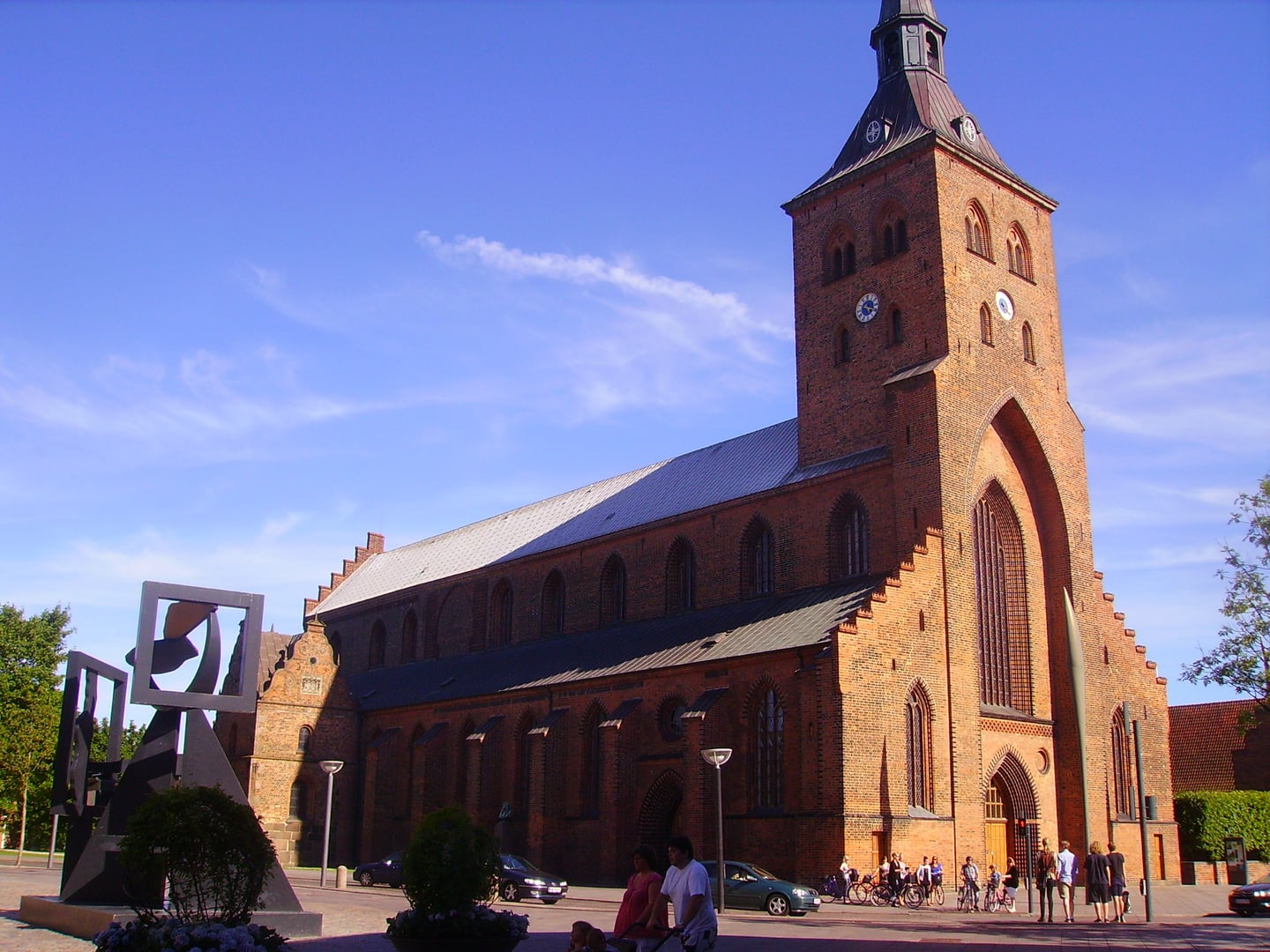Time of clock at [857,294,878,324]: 5:18
